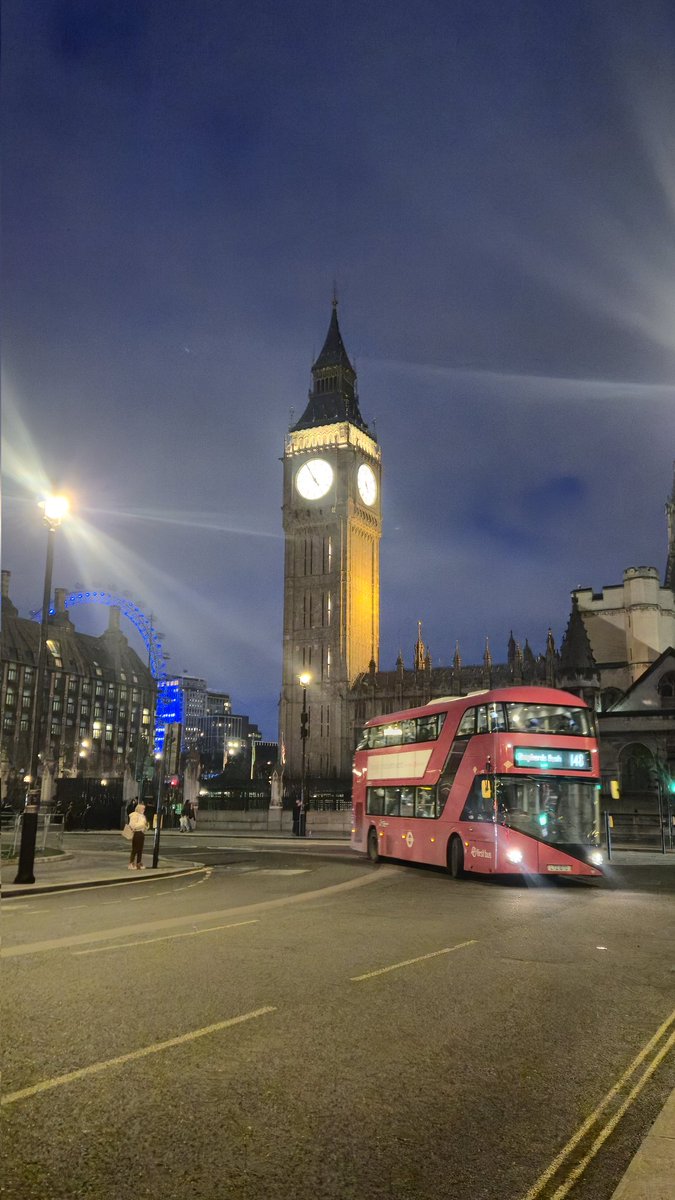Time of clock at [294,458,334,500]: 4:54
